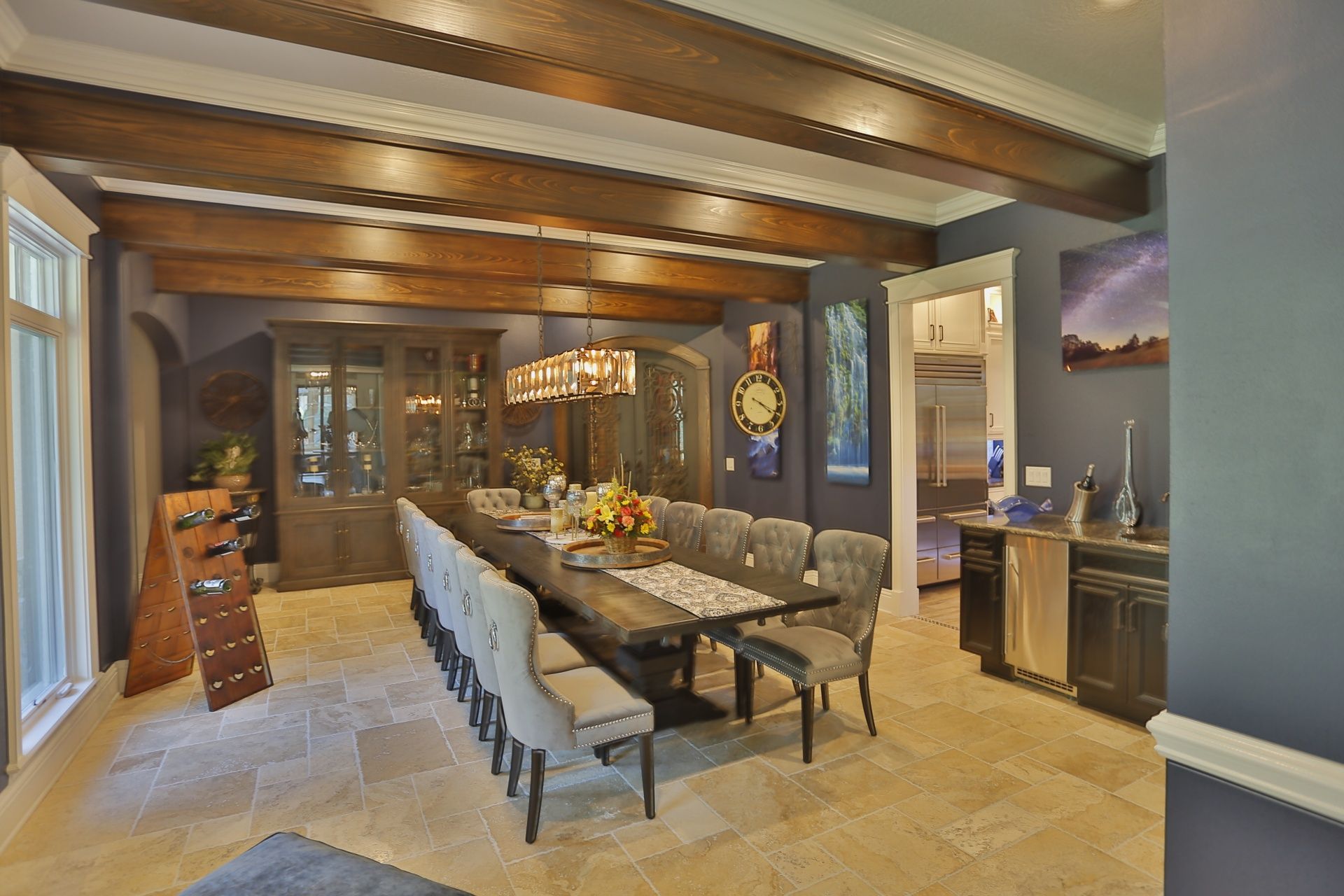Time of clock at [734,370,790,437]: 4:20
